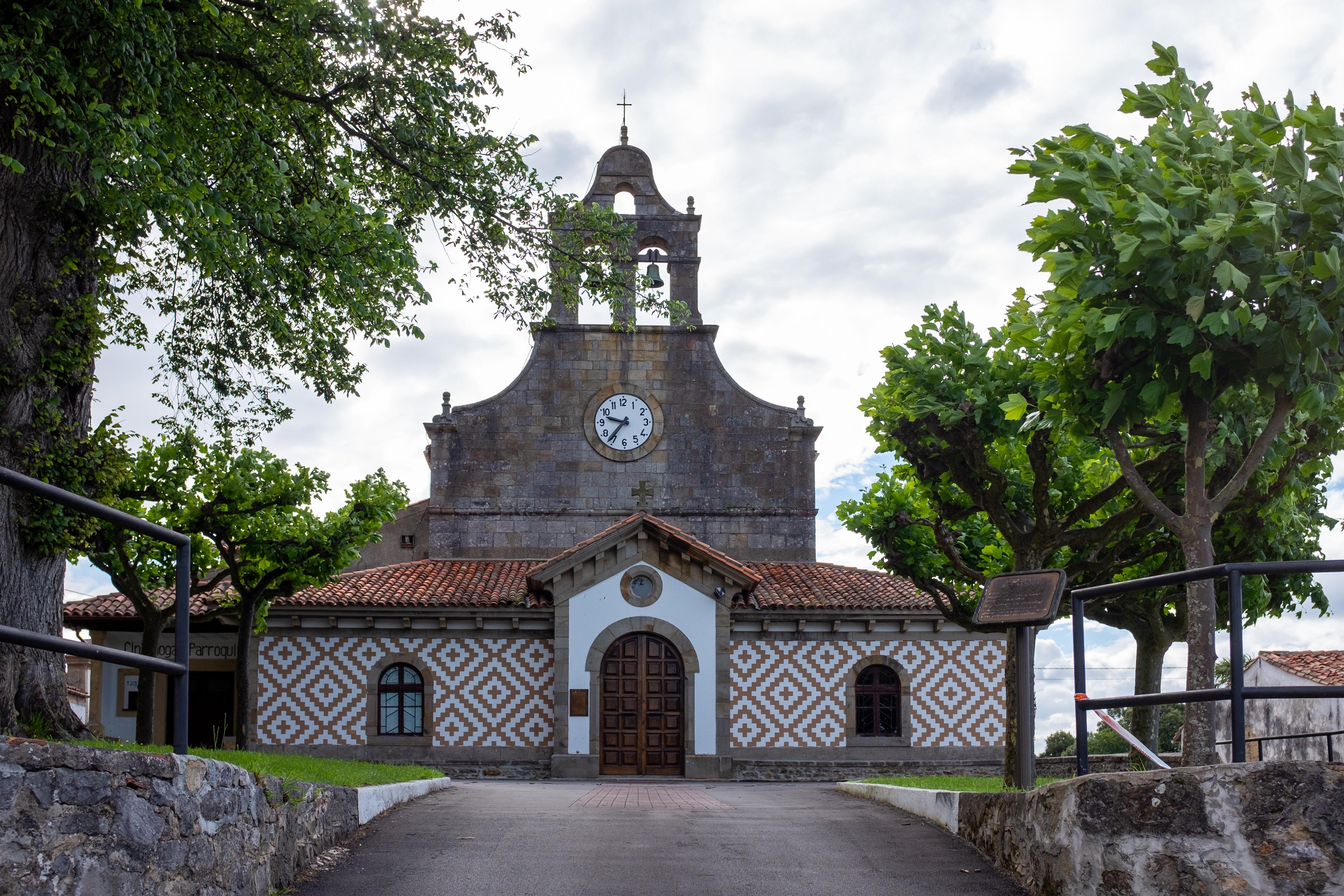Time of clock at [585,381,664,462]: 9:36
